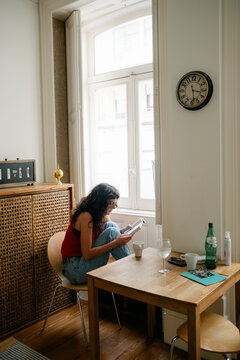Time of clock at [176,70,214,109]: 3:28
